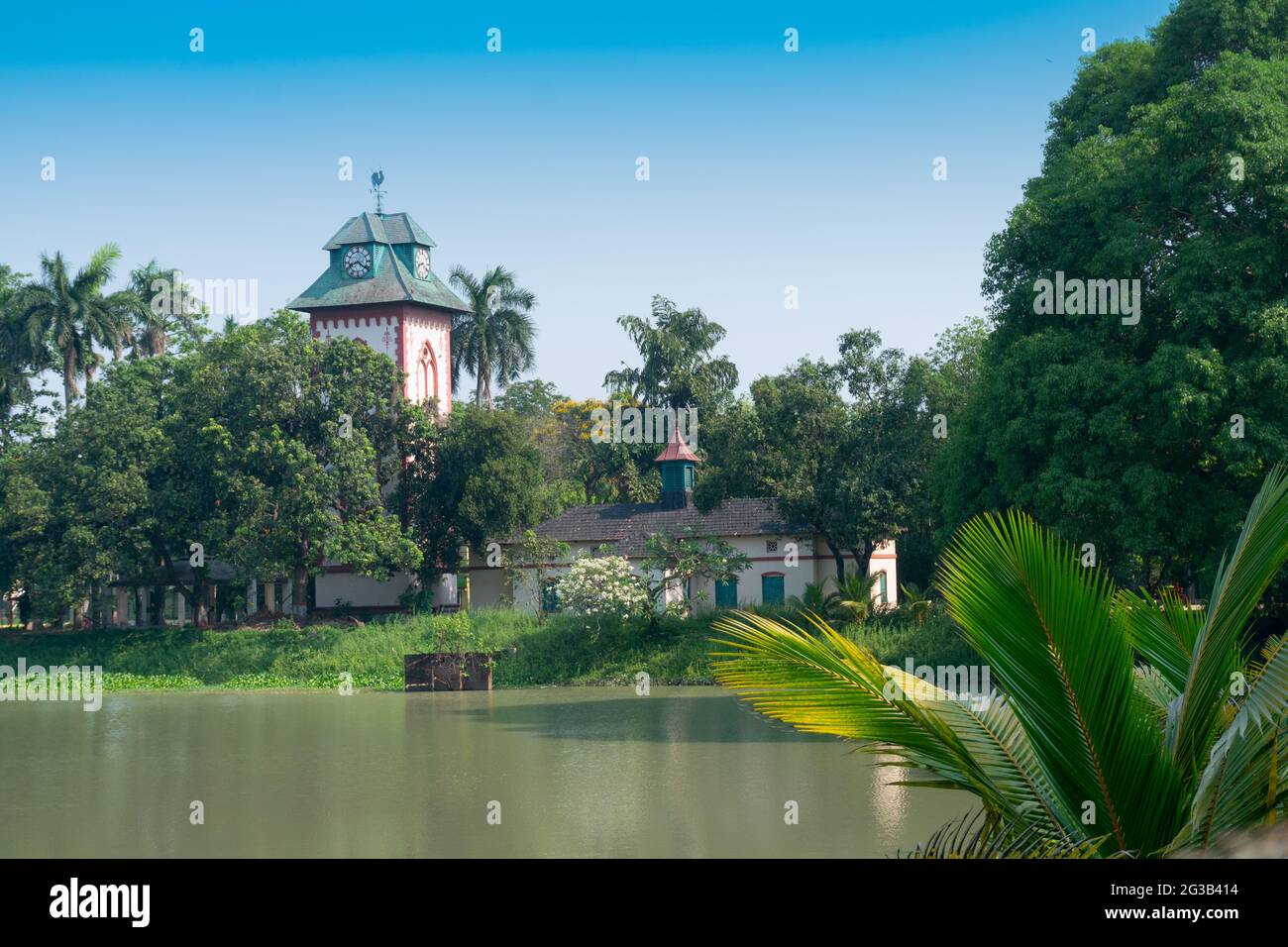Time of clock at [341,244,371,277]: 8:21
